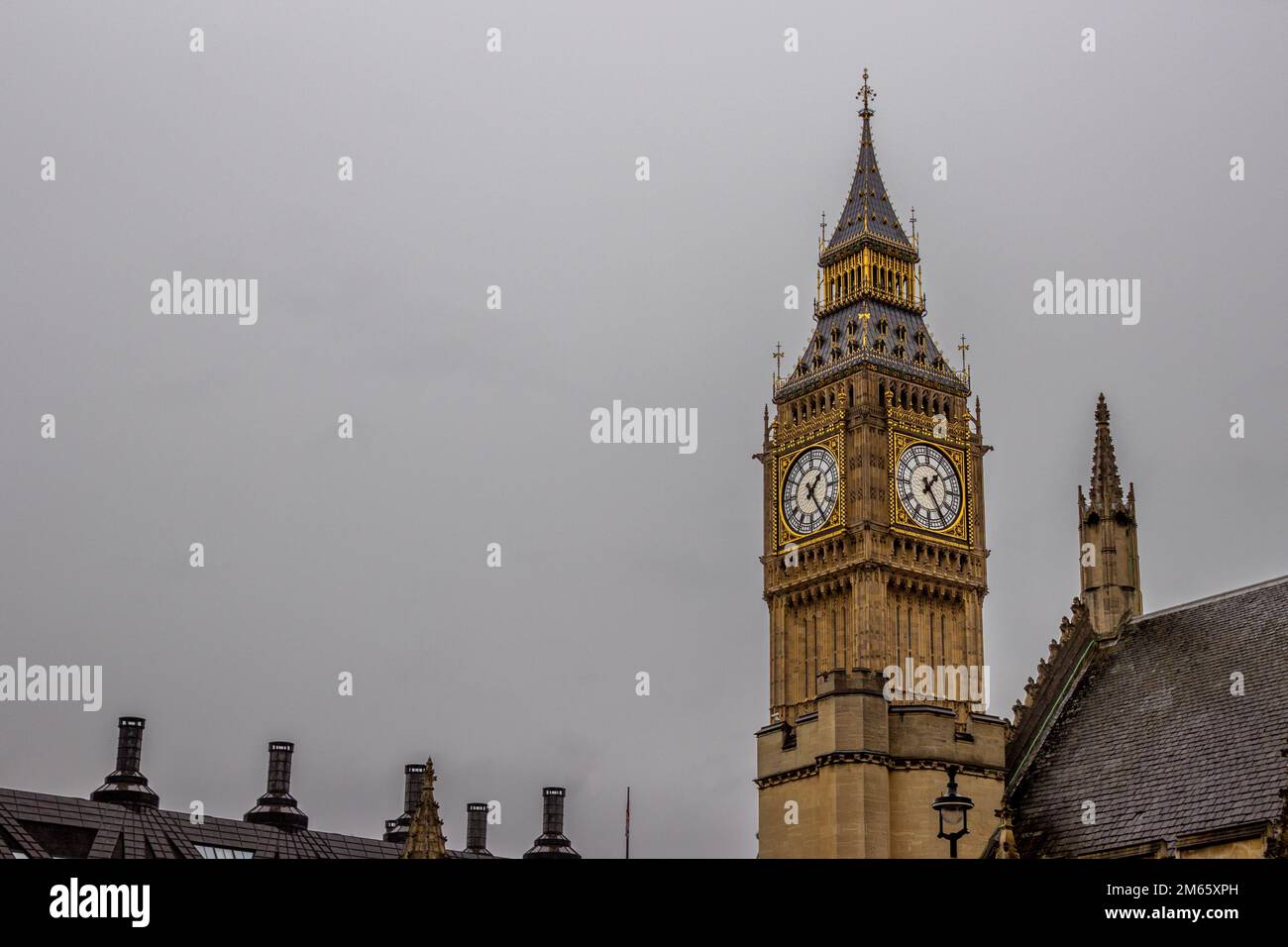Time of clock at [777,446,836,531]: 1:24
